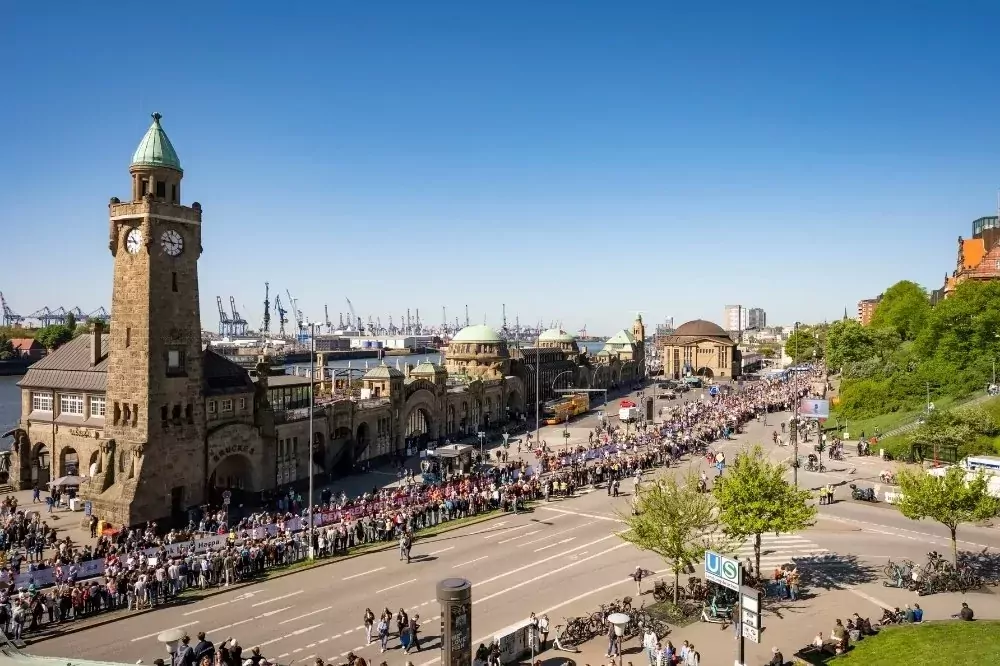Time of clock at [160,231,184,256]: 10:46
